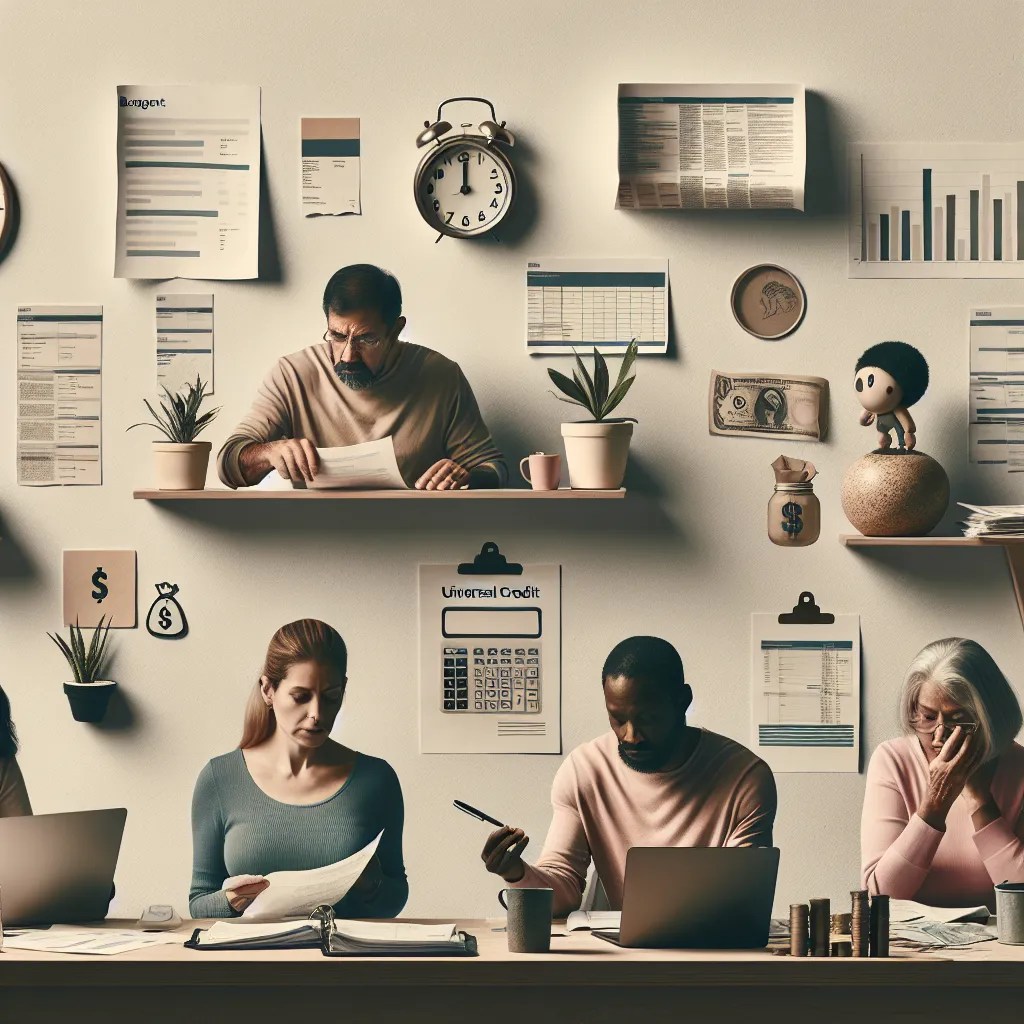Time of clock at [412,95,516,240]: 12:00
